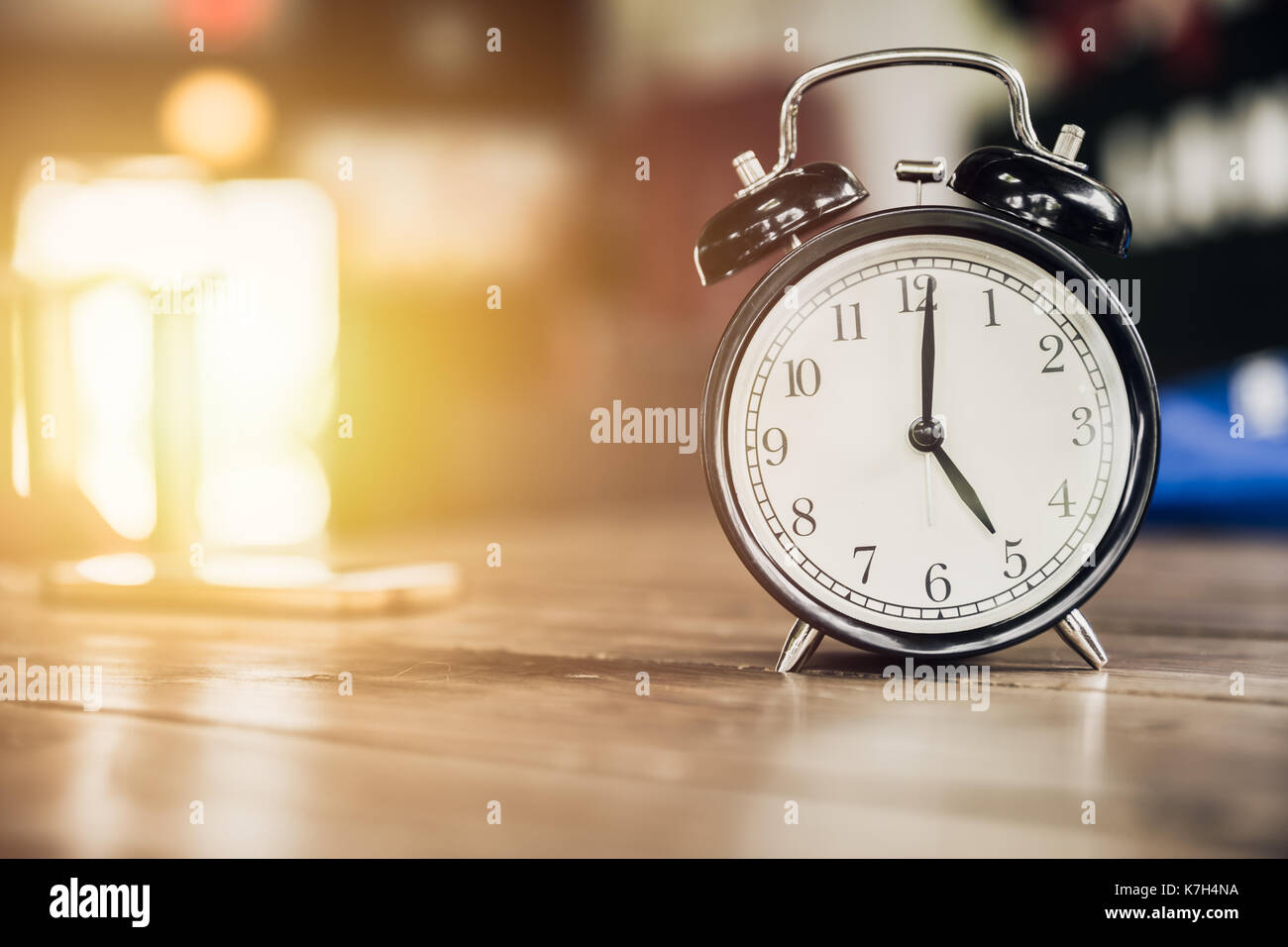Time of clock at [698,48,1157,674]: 5:01
